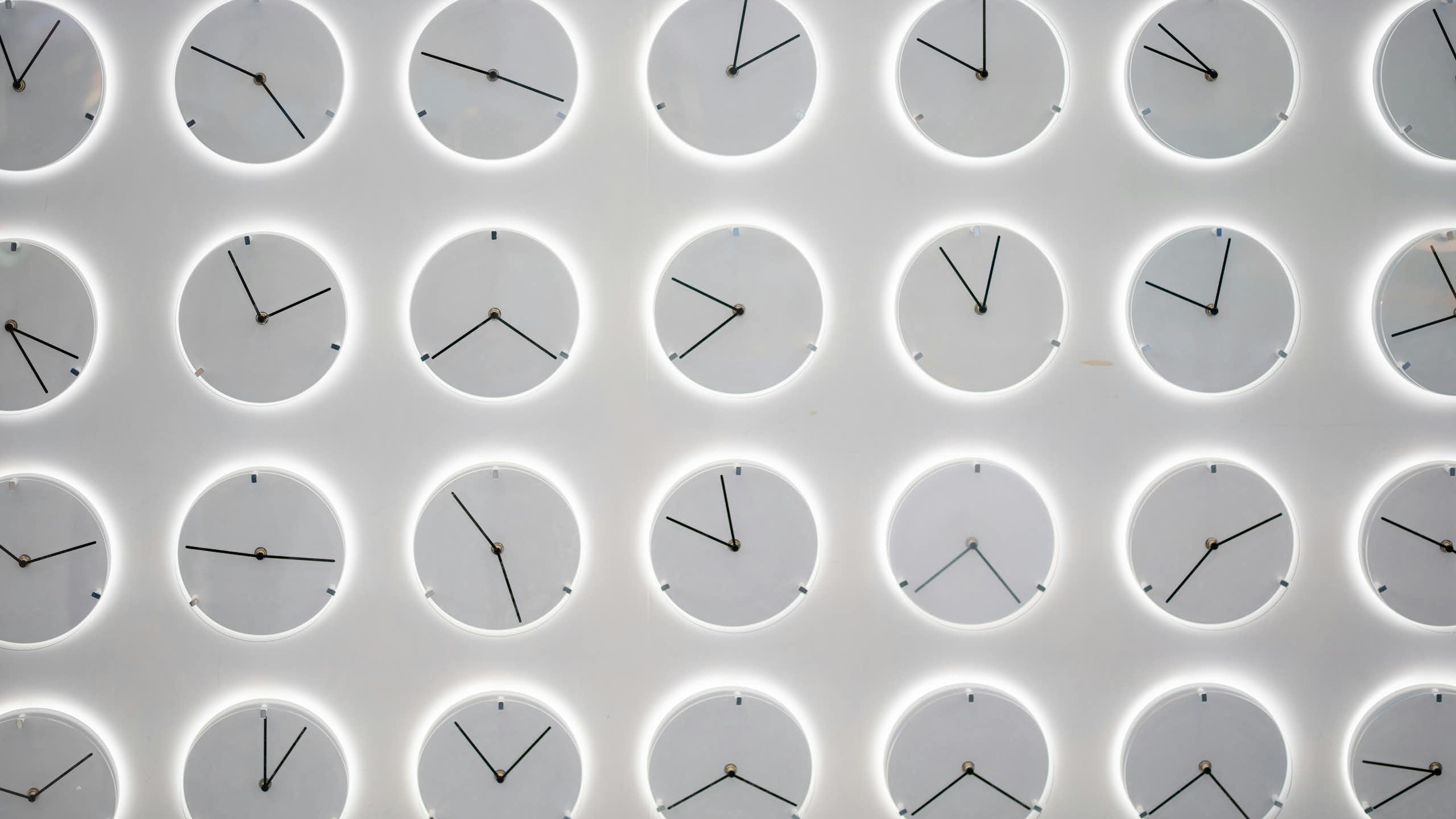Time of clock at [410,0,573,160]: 9:17
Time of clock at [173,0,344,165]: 4:49
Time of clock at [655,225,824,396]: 7:49
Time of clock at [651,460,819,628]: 9:57
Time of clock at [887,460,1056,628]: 4:38
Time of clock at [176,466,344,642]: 9:15
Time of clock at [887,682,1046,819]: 7:20
